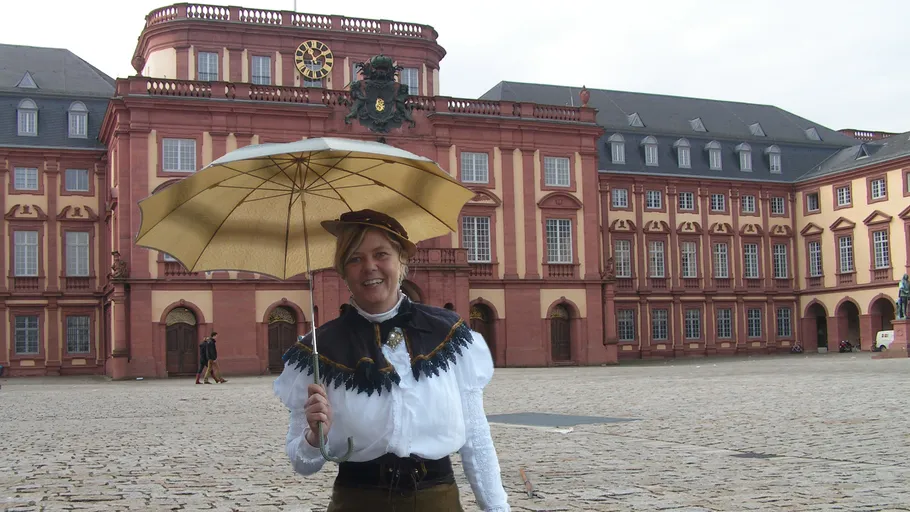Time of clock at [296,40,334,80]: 11:08
